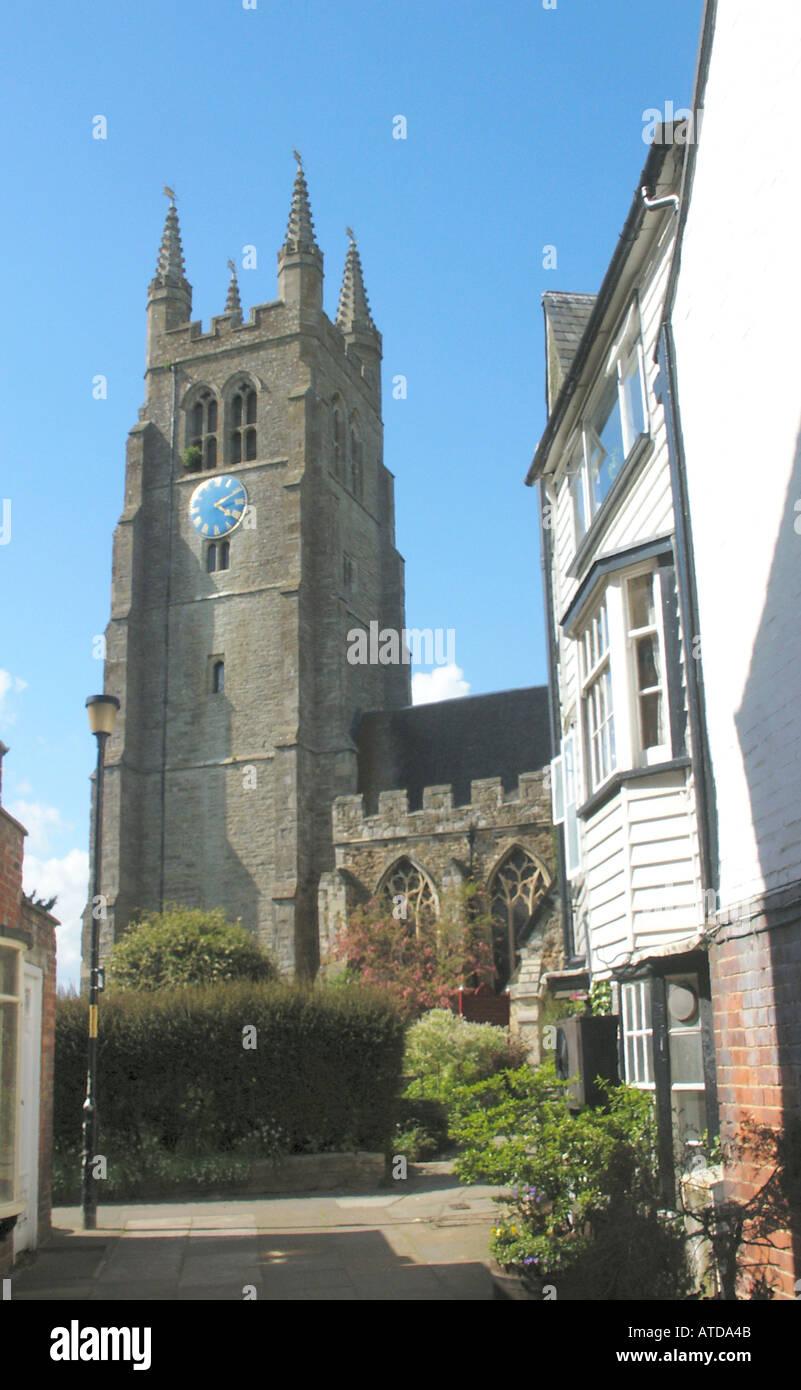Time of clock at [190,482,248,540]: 4:10
